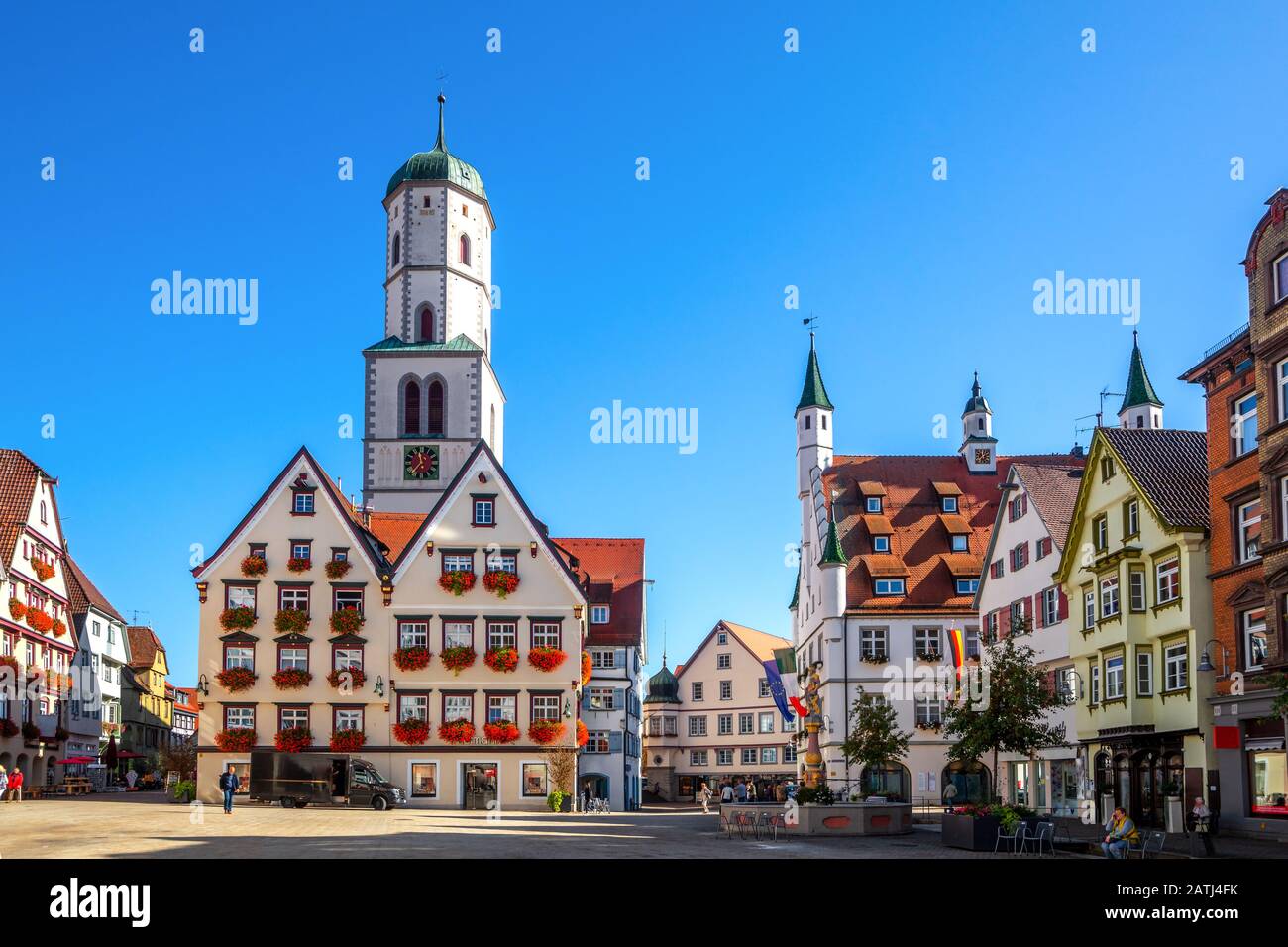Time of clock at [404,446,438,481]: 11:37
